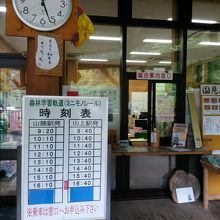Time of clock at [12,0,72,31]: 12:26
